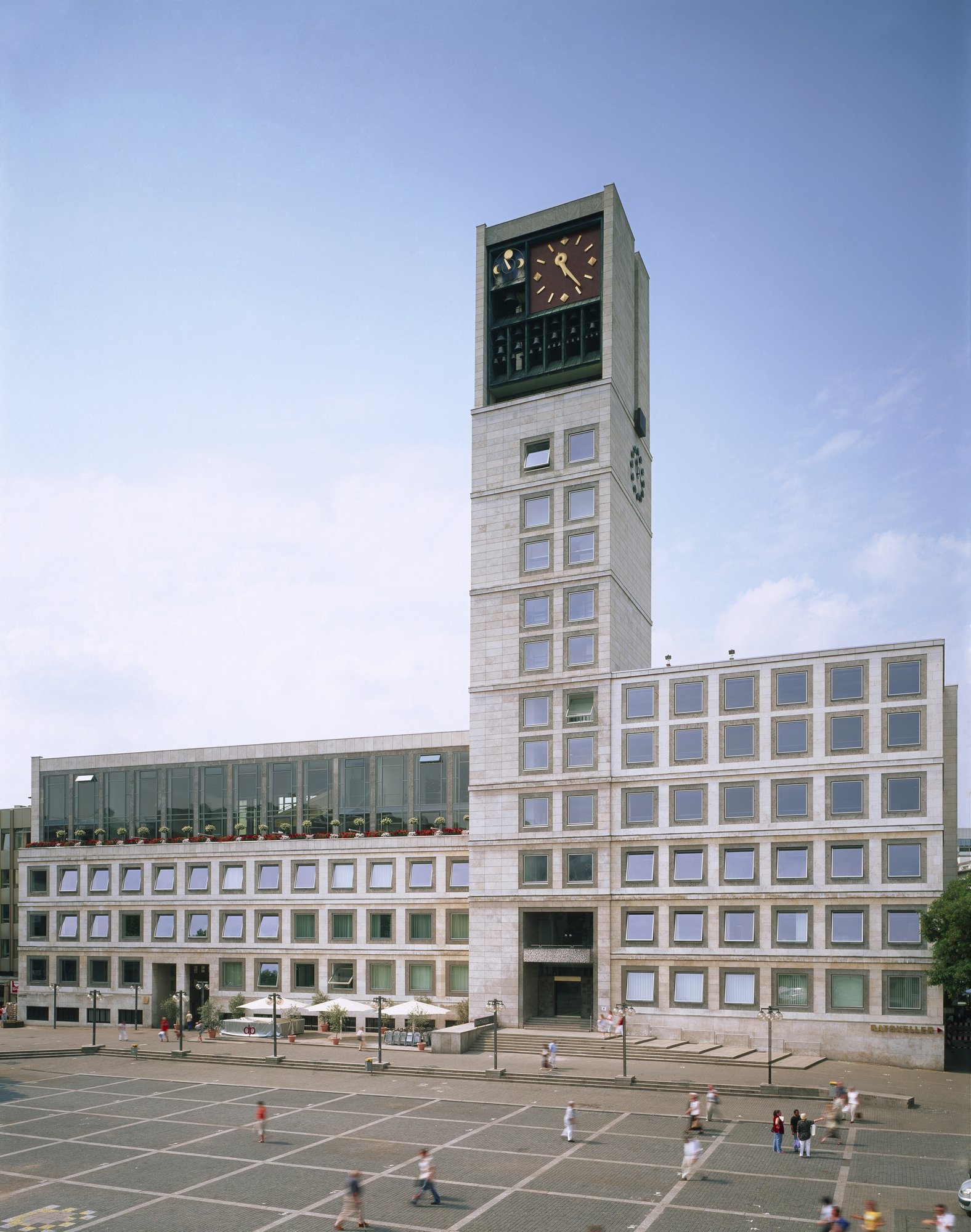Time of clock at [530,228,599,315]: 11:23
